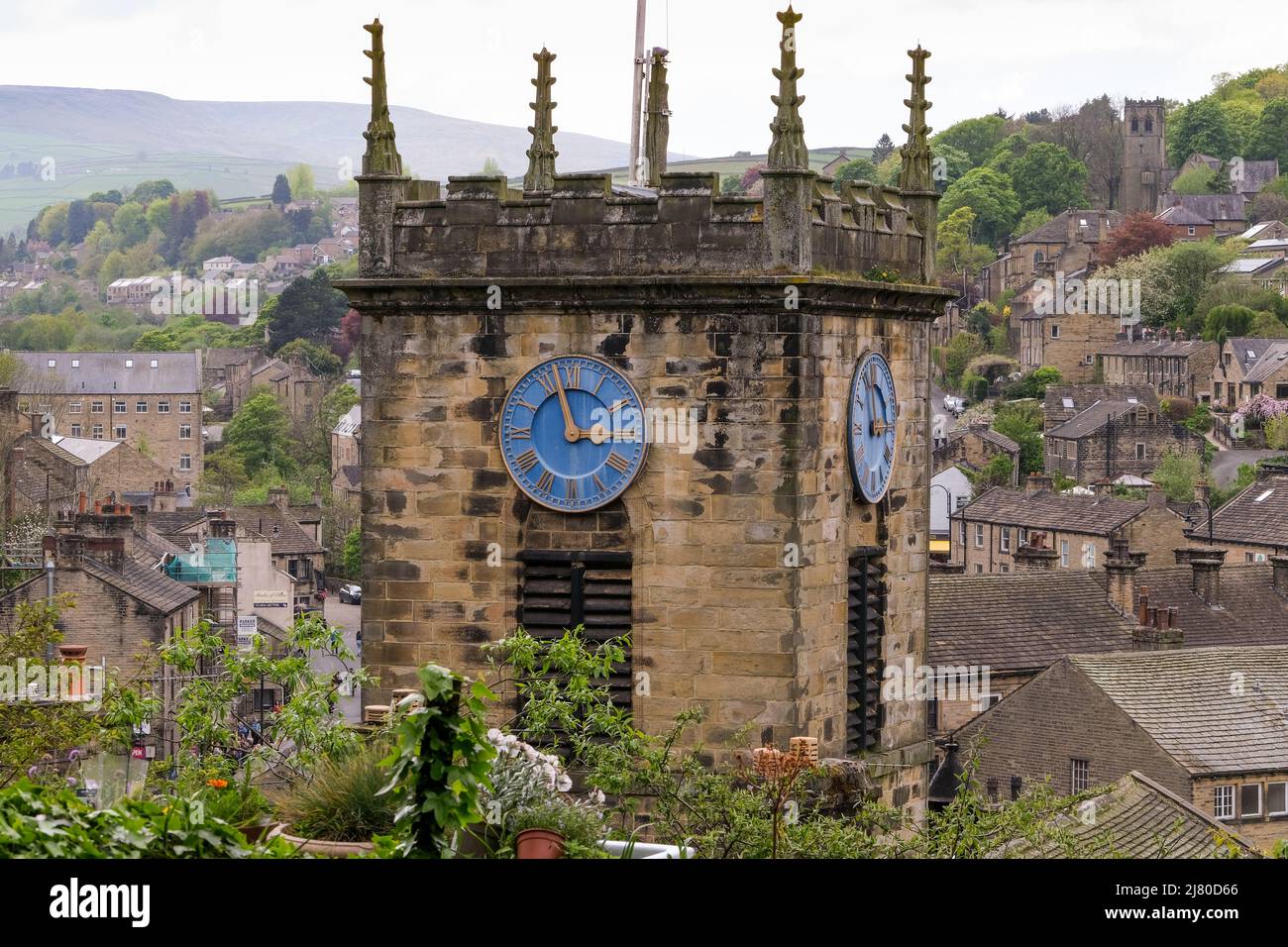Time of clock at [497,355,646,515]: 2:57
